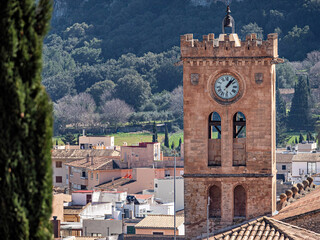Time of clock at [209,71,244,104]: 1:07
